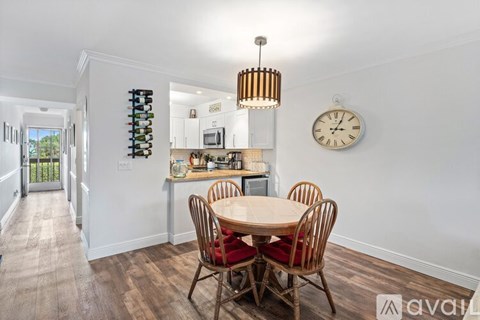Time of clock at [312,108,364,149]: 3:04
